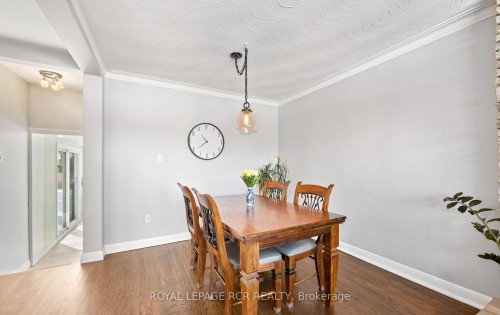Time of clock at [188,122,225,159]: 10:39
